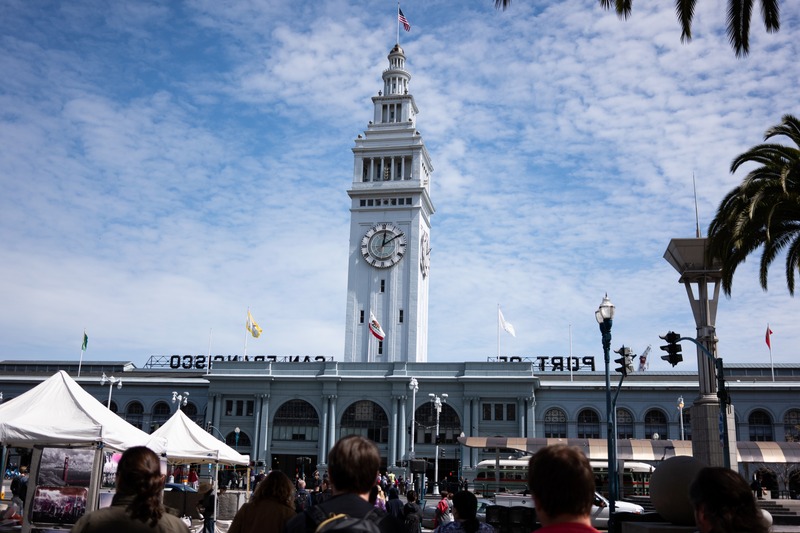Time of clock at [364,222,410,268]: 12:09
